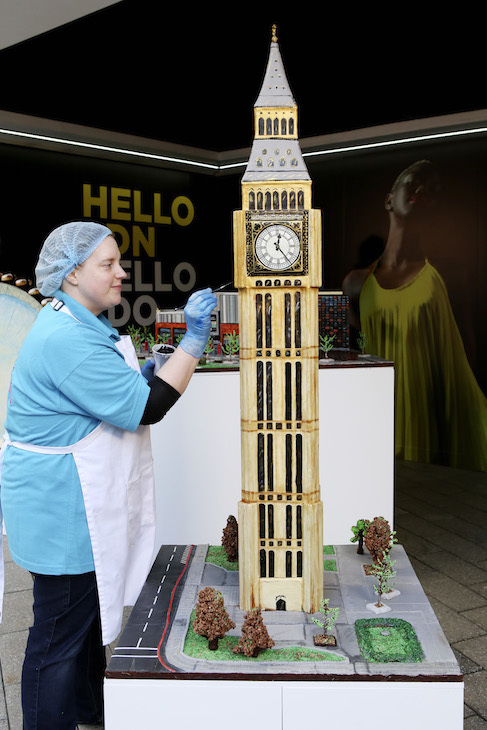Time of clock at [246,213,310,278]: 12:23
